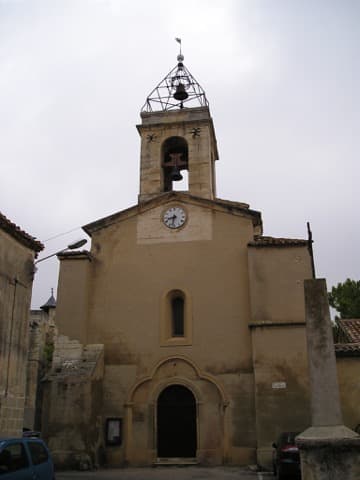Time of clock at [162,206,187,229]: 8:32
